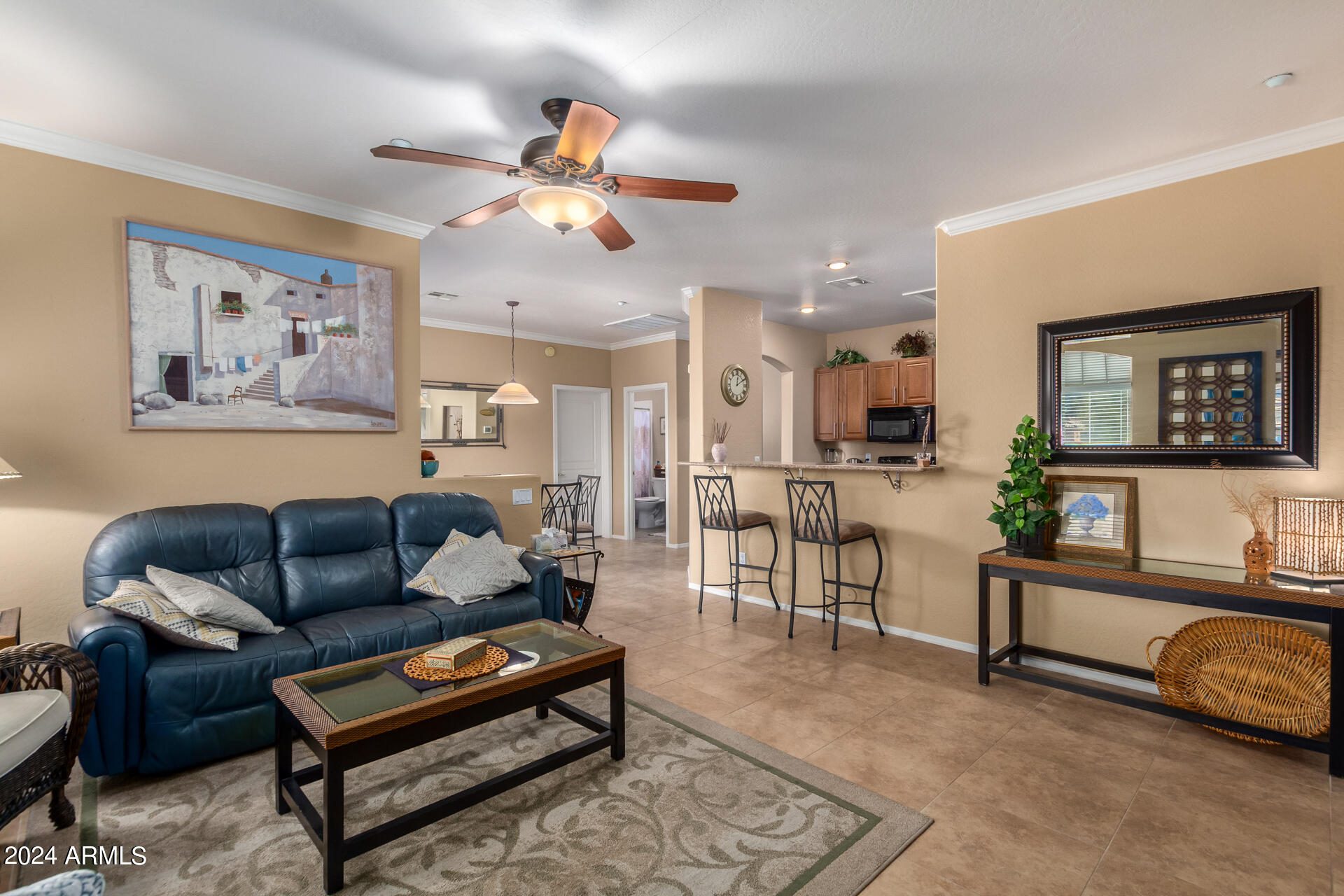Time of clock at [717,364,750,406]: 12:10
